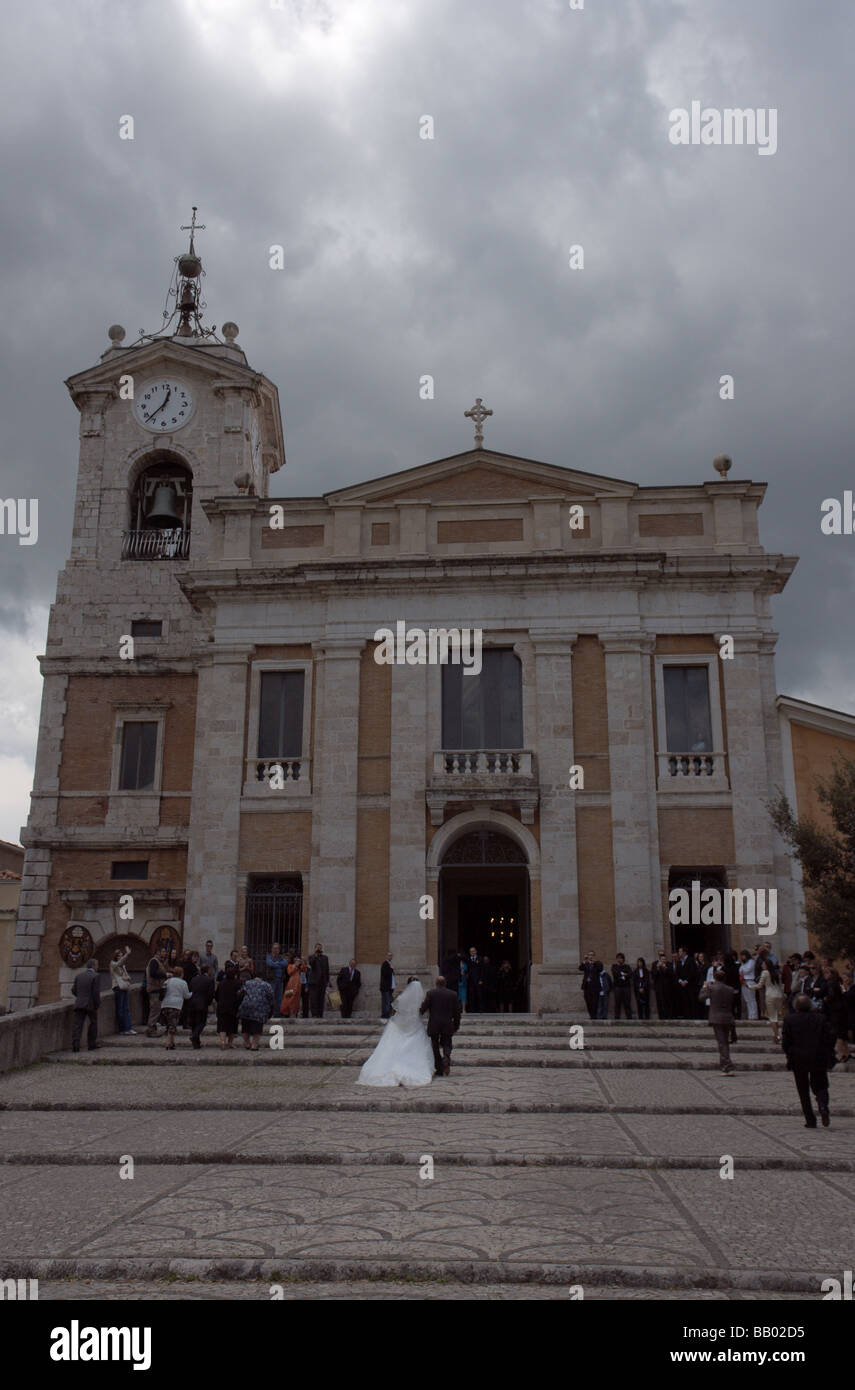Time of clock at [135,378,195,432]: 12:37
